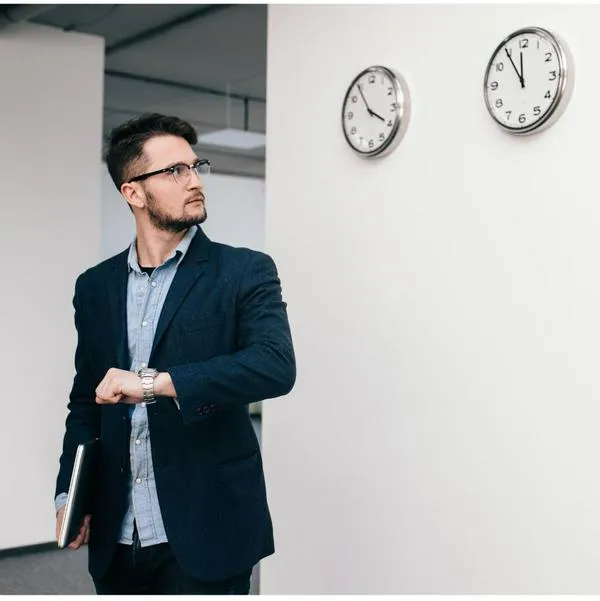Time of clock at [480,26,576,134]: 11:54
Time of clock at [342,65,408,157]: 3:54
